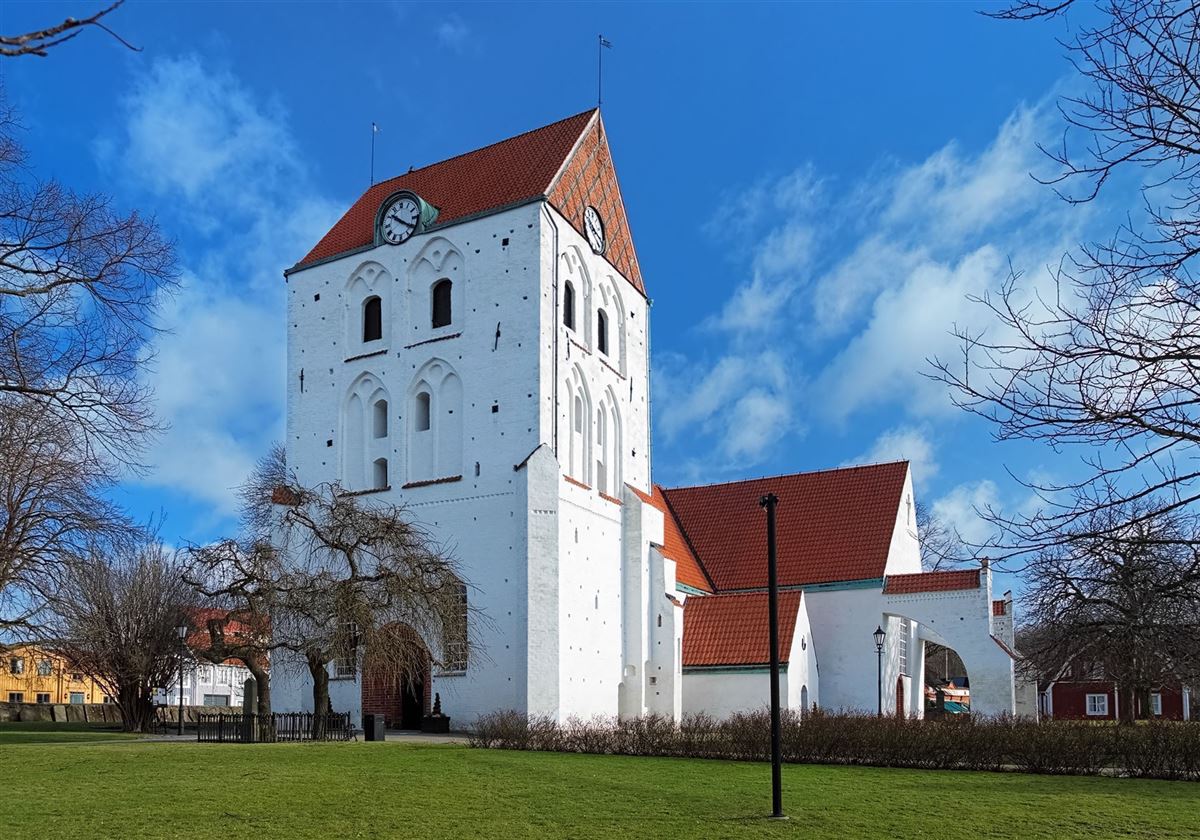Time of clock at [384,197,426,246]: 10:20
